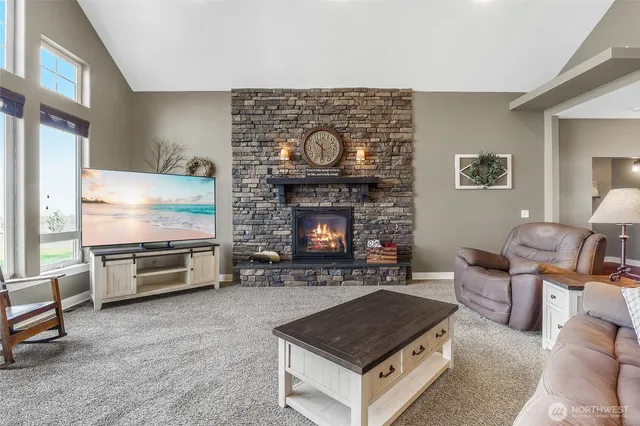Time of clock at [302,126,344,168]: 10:30
